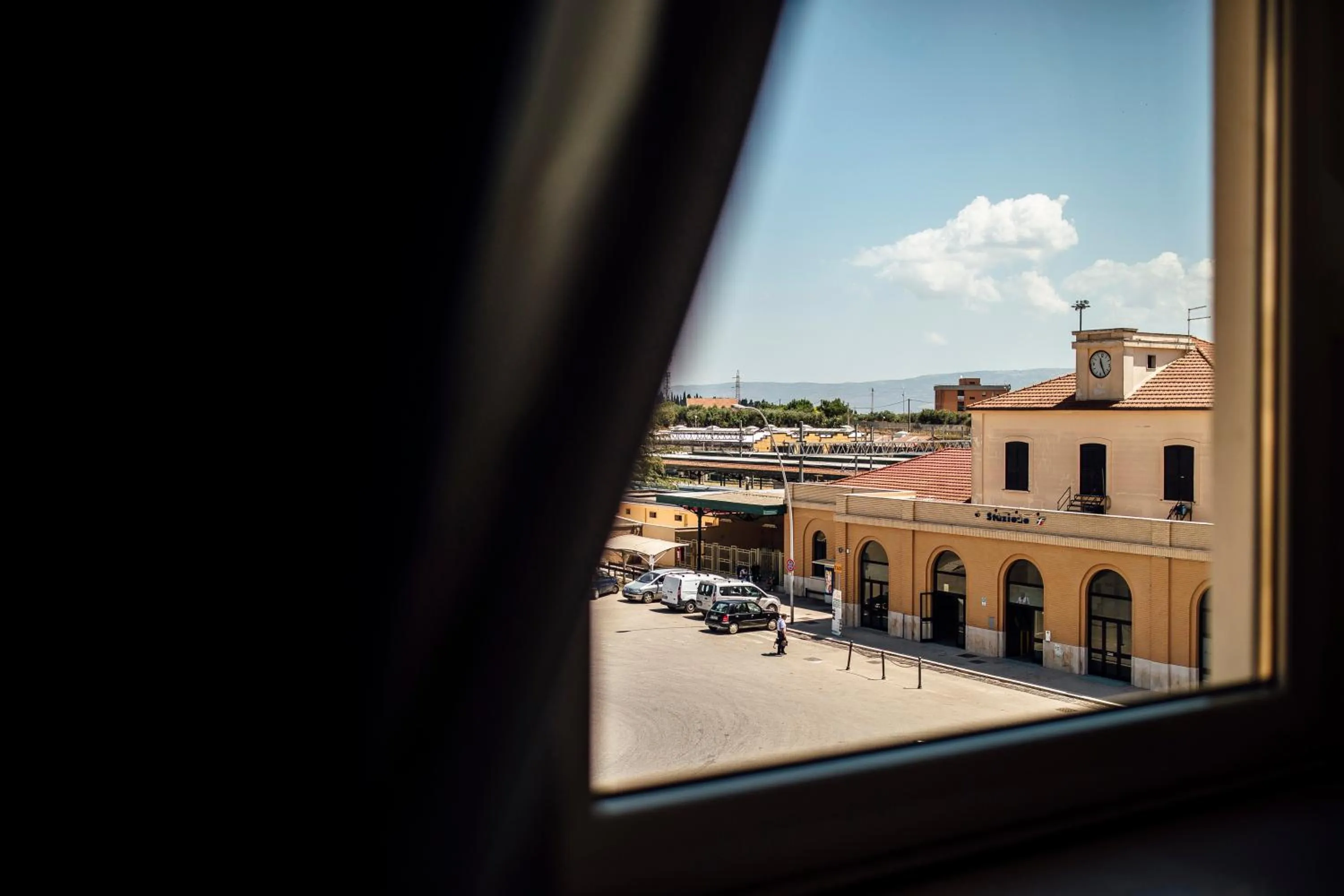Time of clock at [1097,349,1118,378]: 11:25
